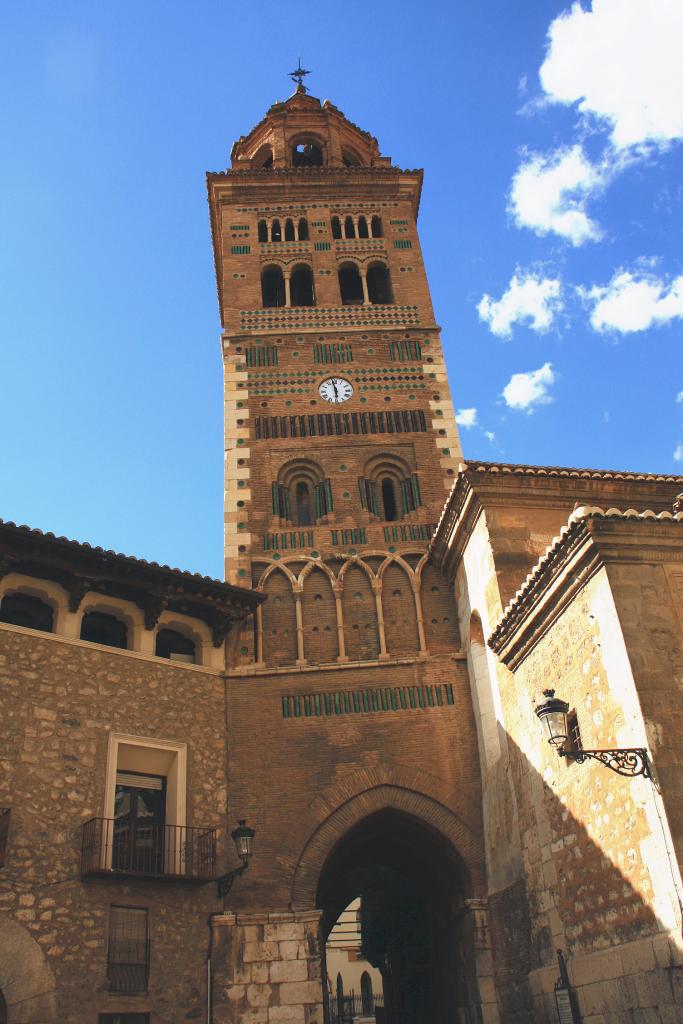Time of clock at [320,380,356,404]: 5:58
